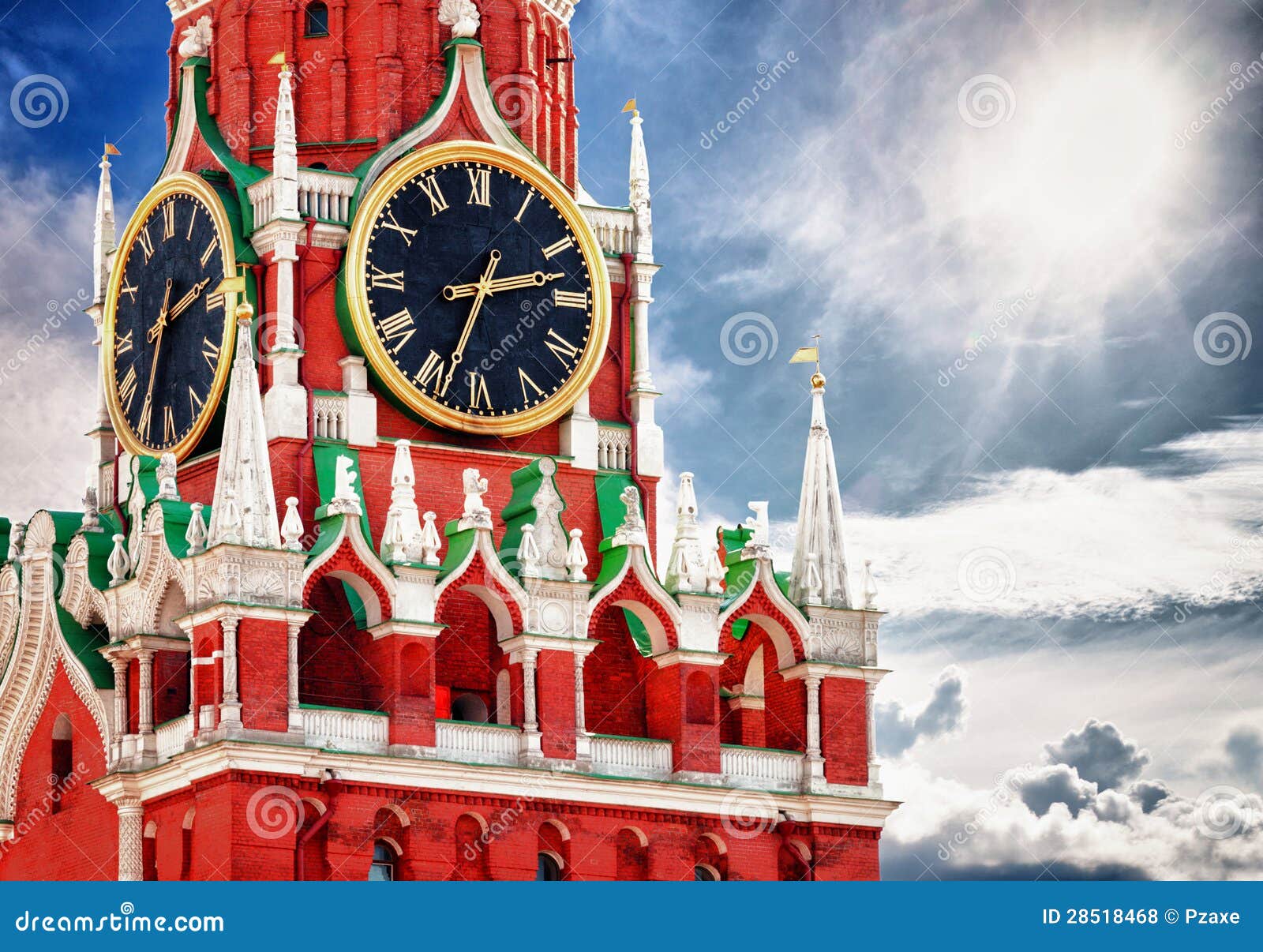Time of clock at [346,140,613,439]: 2:33
